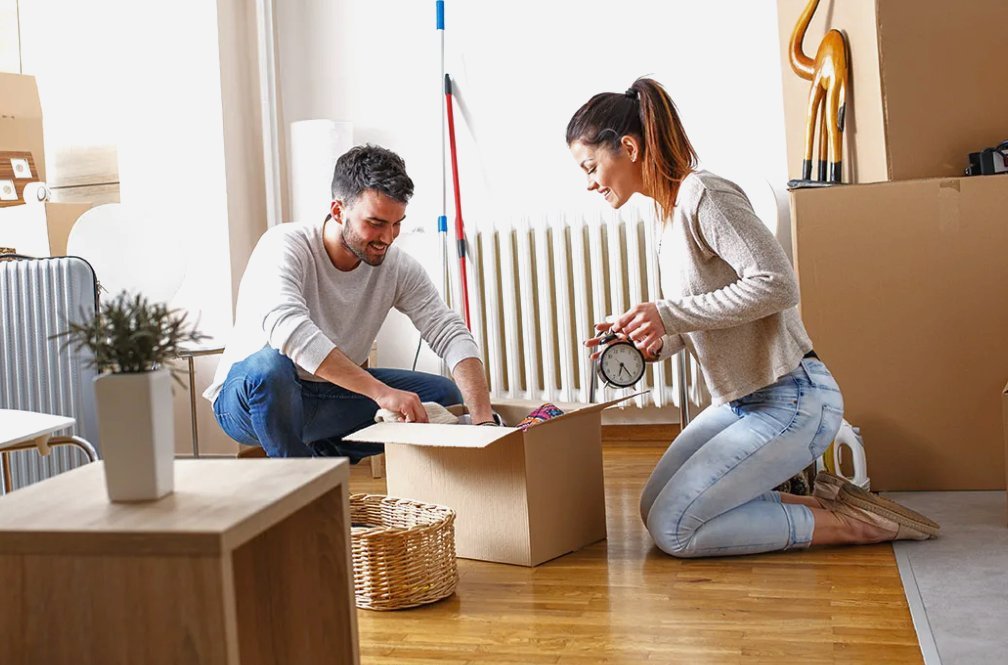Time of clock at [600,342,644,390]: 6:23
